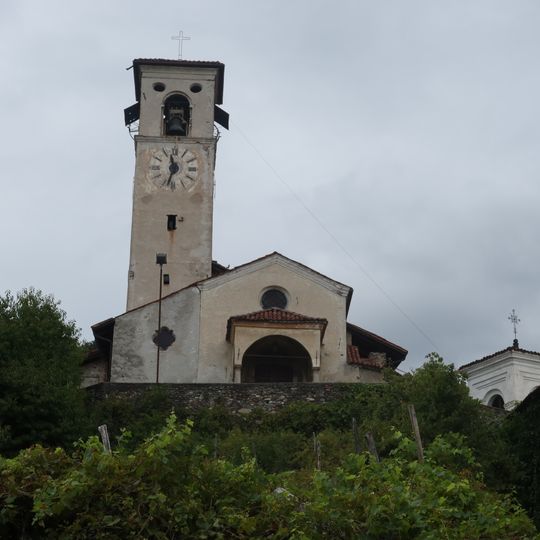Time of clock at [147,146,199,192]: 11:32
